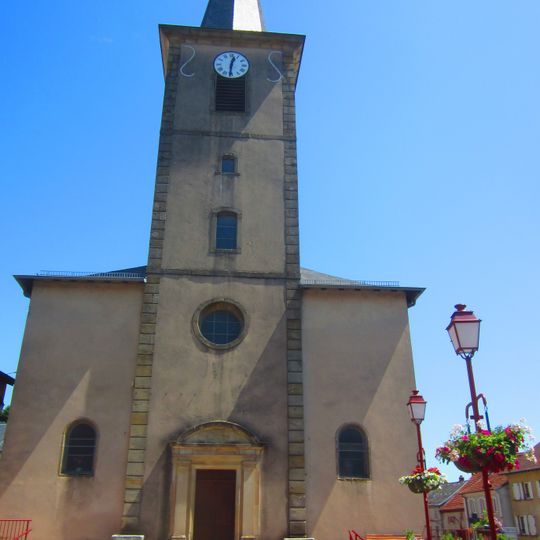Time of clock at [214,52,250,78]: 12:30
